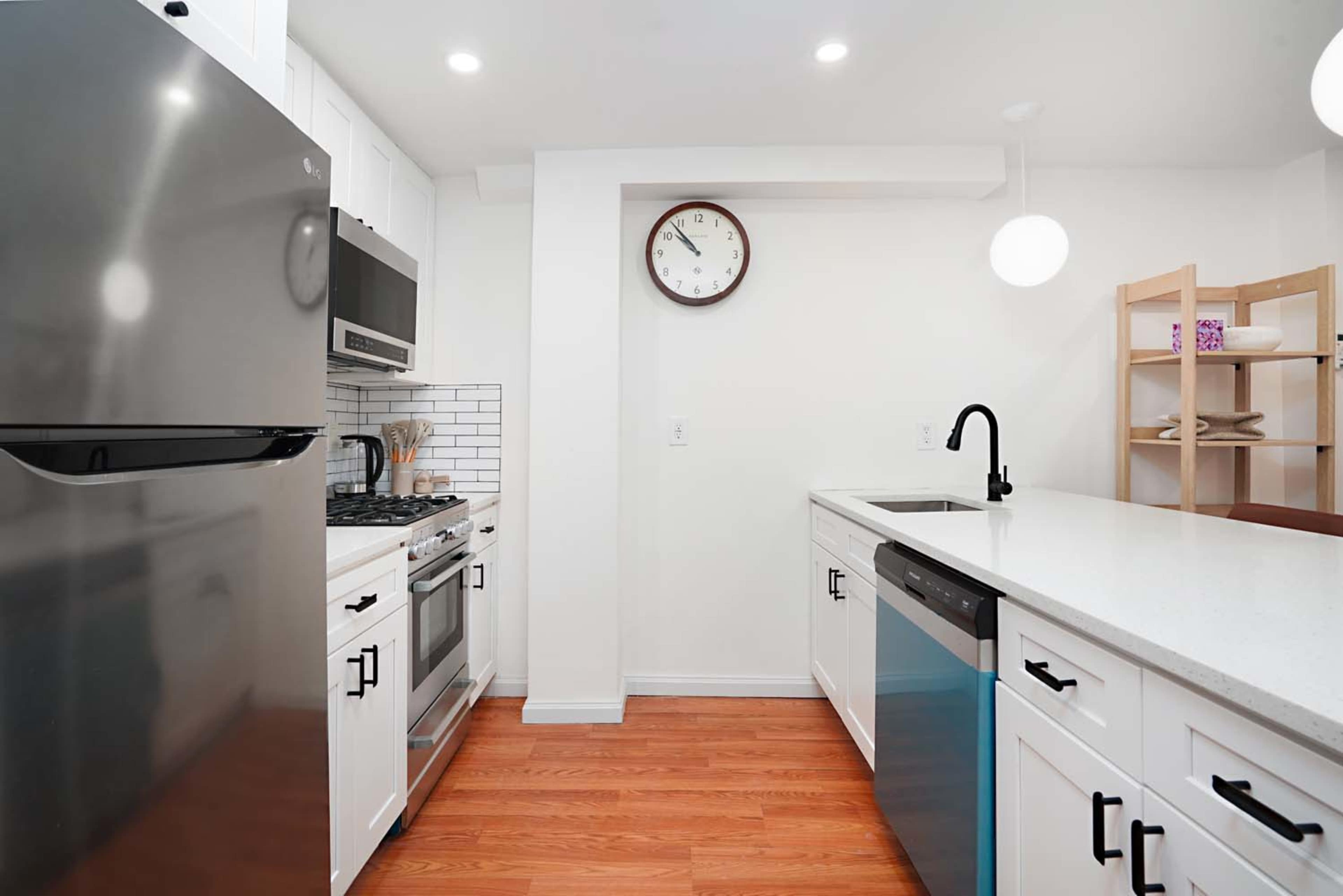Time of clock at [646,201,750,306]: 9:53
